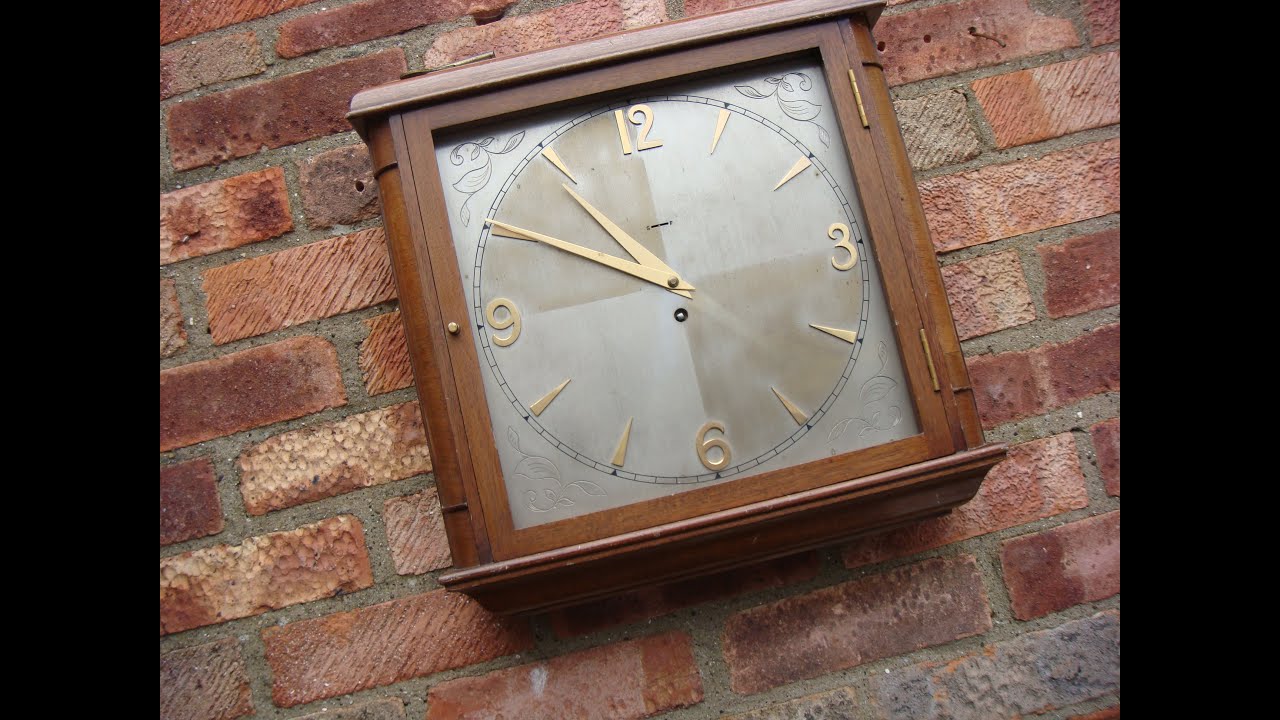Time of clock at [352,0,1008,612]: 10:50
